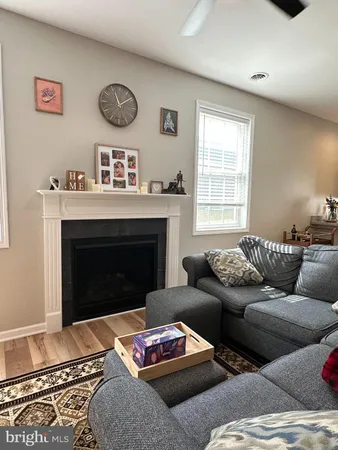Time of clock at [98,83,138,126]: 11:08
